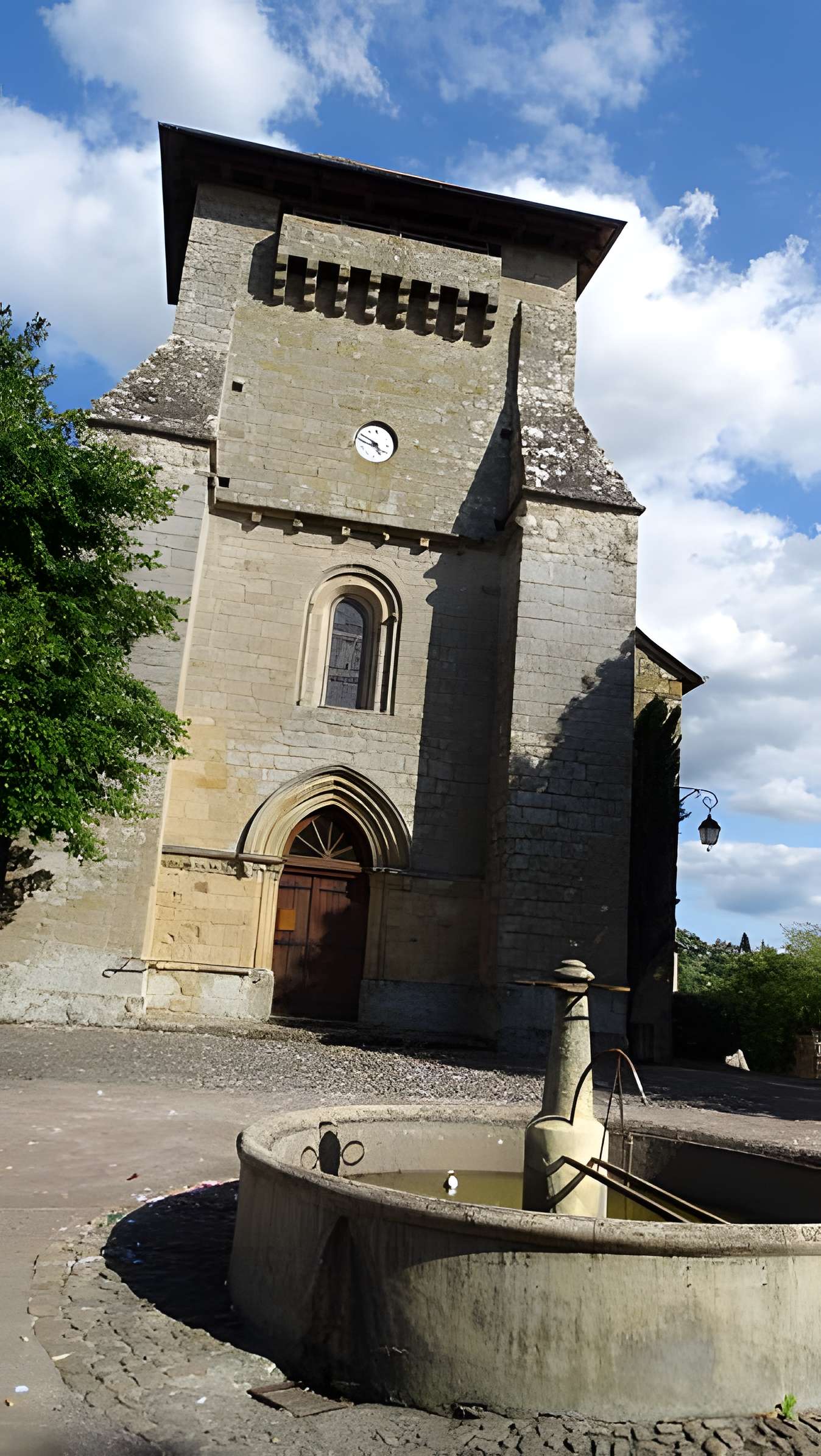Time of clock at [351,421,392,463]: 4:49
